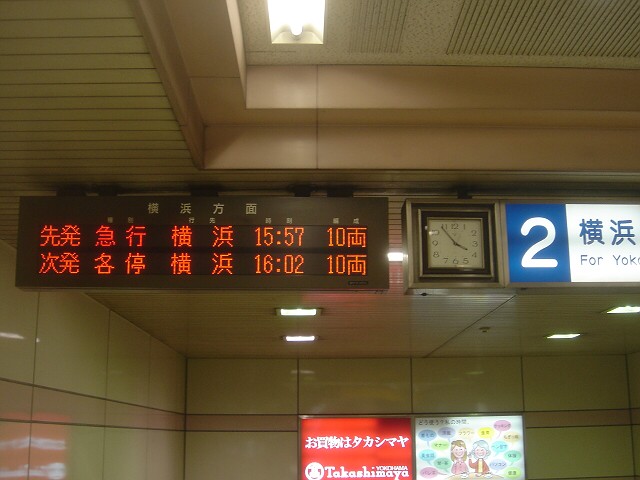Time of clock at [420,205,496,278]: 3:53
